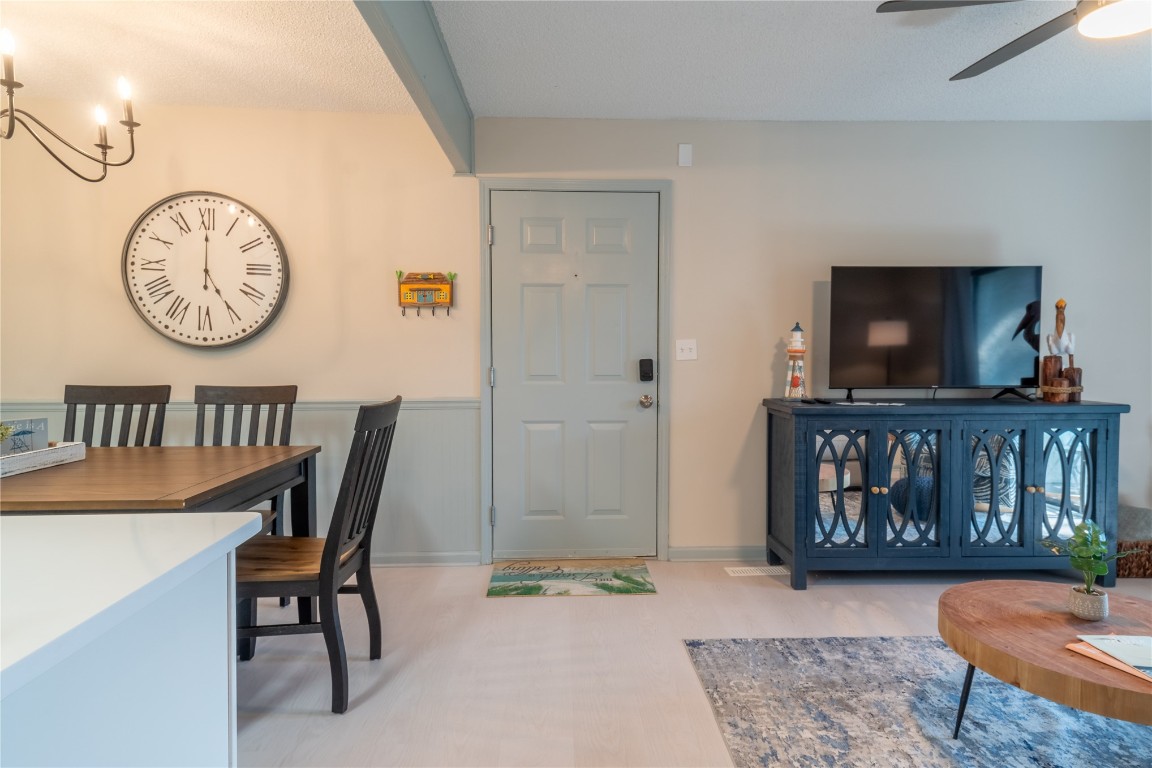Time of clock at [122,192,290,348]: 5:00
